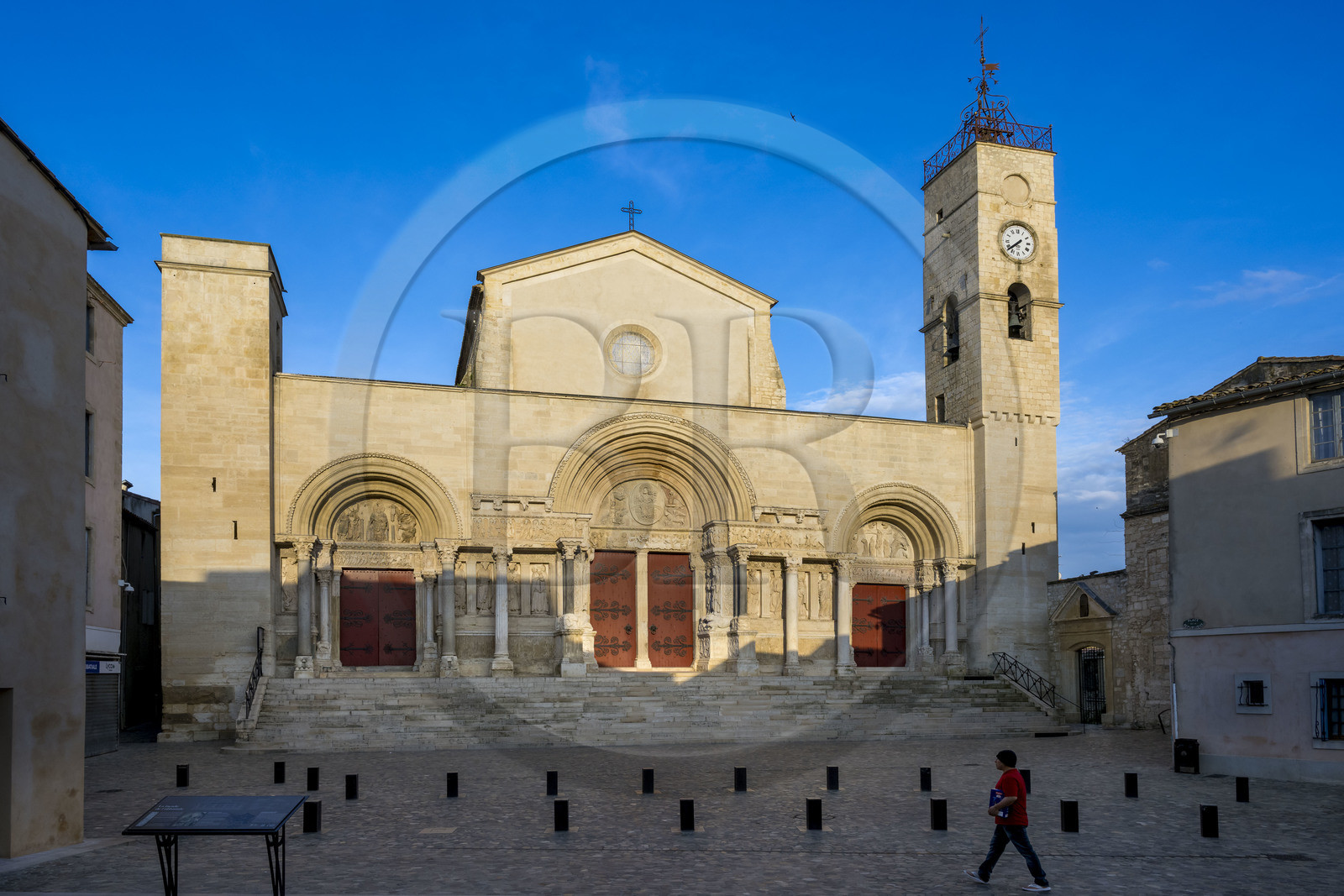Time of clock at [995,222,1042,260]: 7:38
